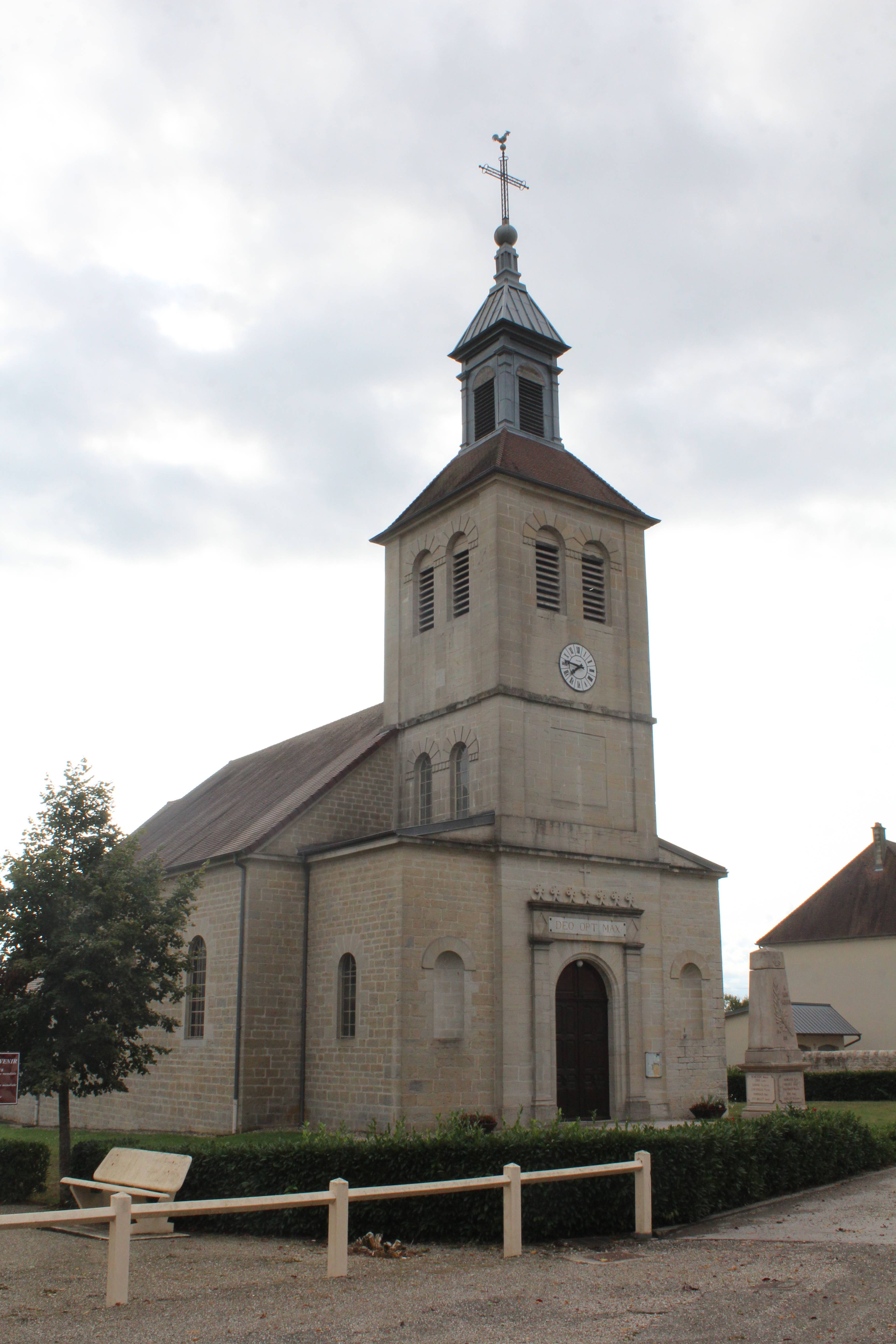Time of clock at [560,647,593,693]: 7:46
